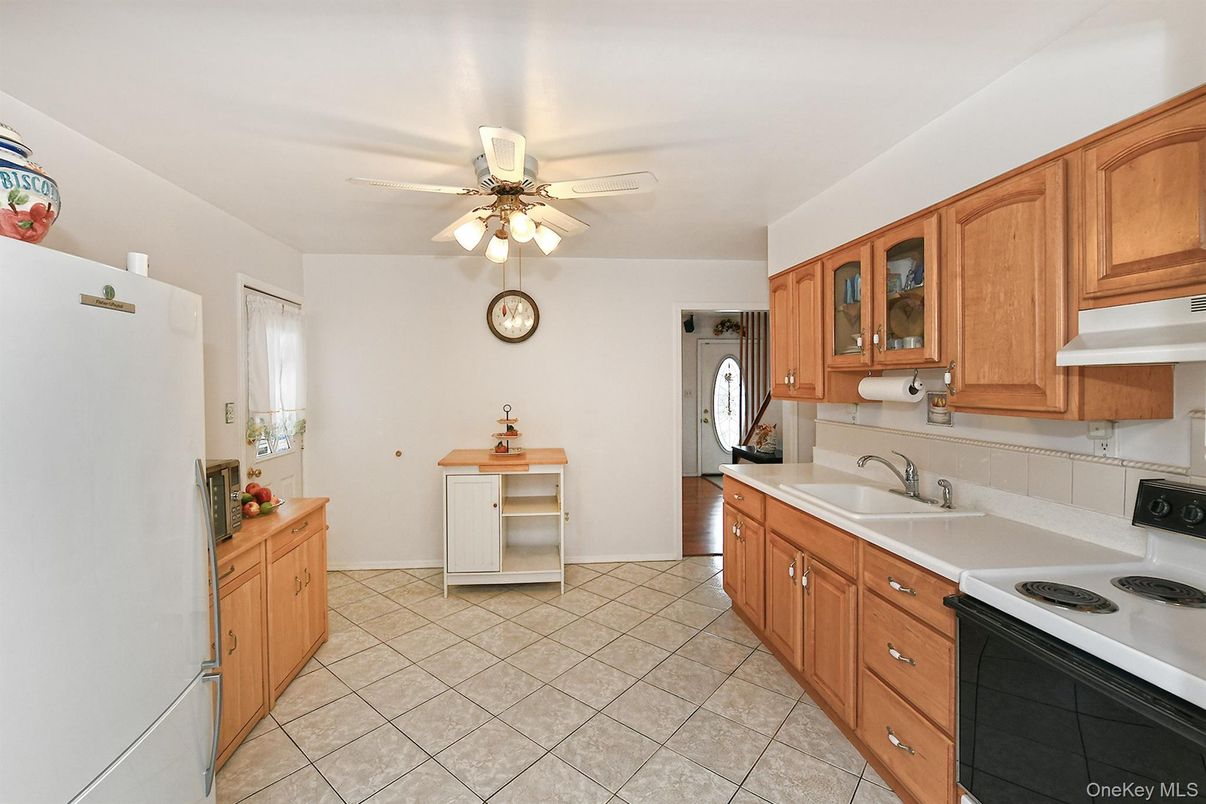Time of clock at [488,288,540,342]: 11:03
